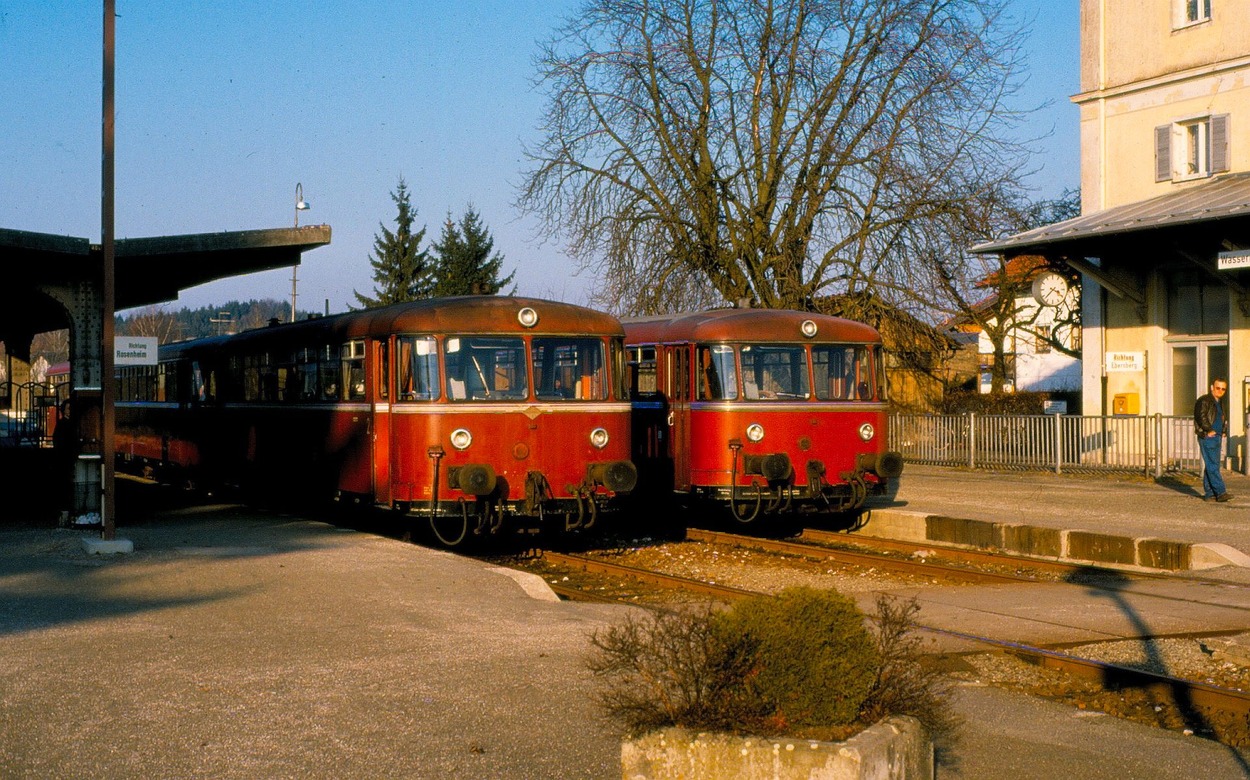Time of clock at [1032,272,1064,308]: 3:37
